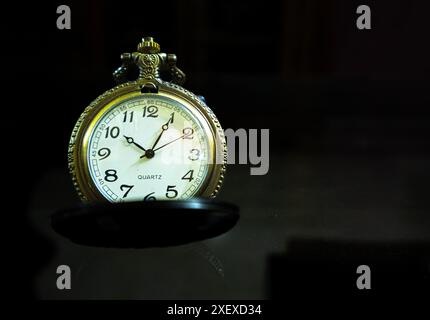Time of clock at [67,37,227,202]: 10:04
